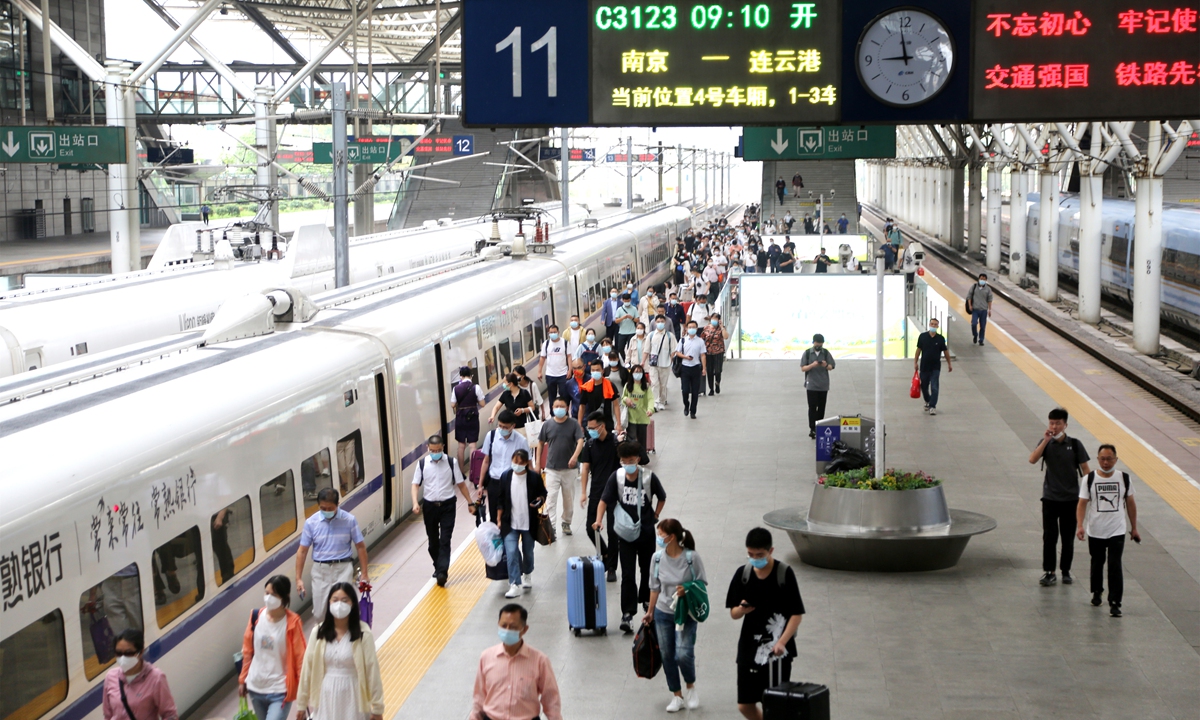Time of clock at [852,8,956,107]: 8:59
